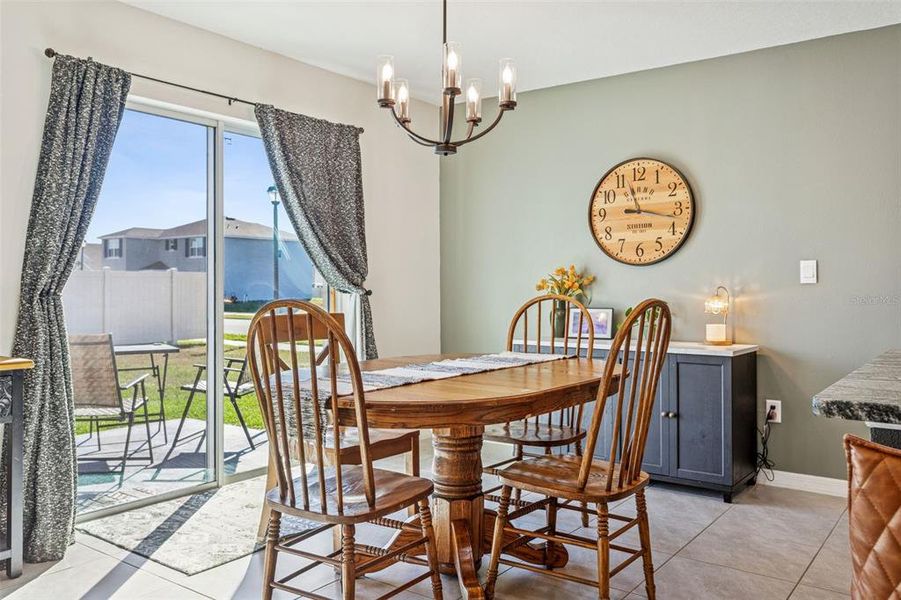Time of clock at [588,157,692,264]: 11:17
